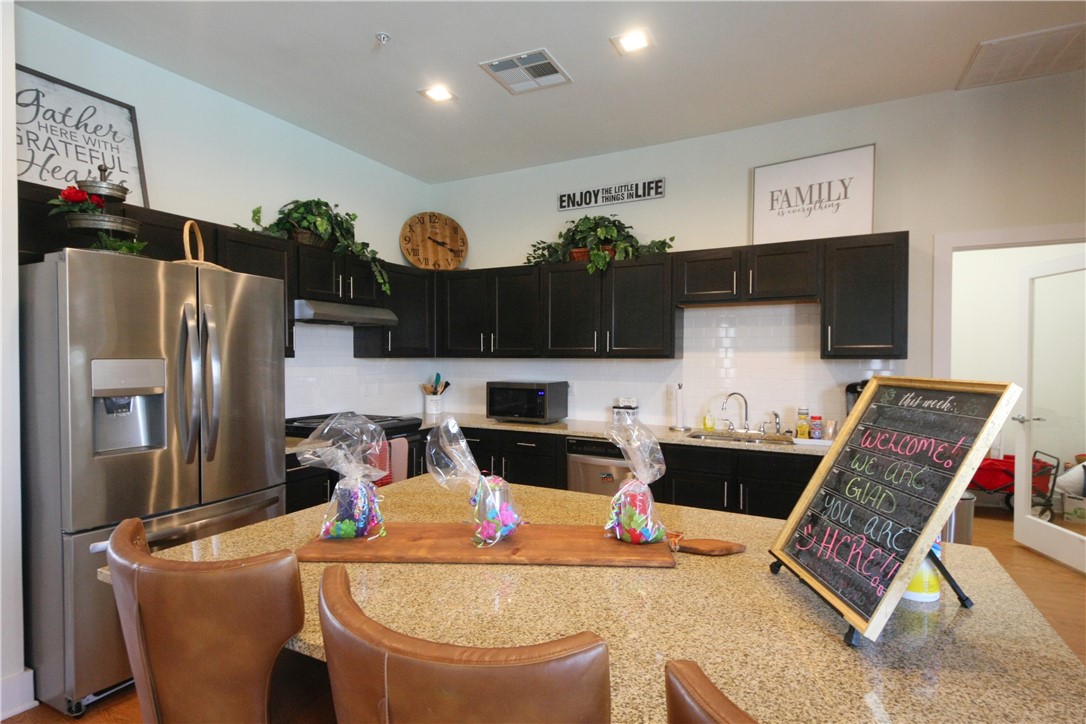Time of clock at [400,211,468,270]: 3:19
